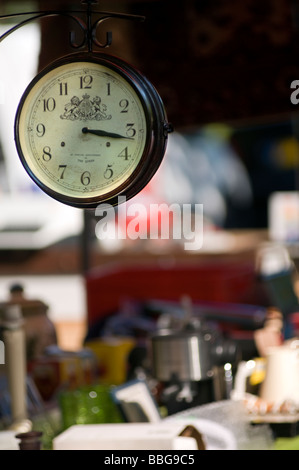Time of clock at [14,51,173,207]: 3:16
